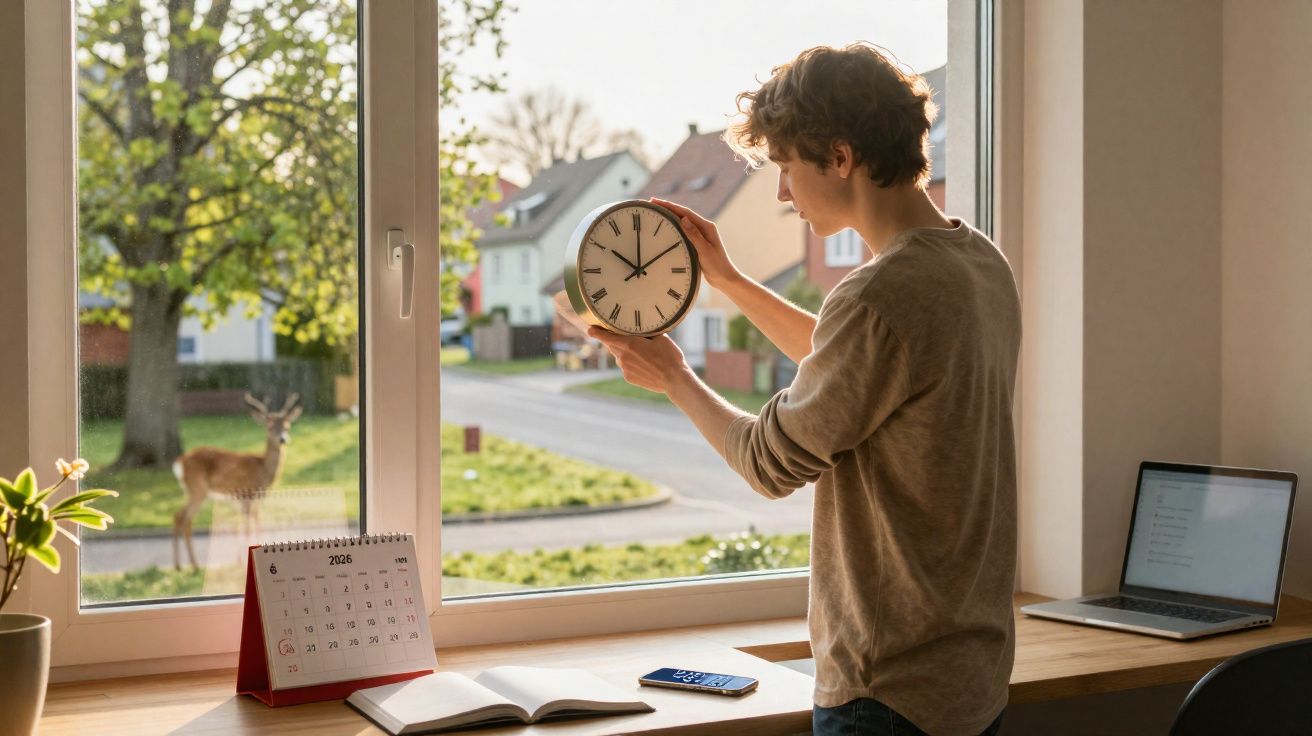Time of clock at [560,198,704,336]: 10:00
